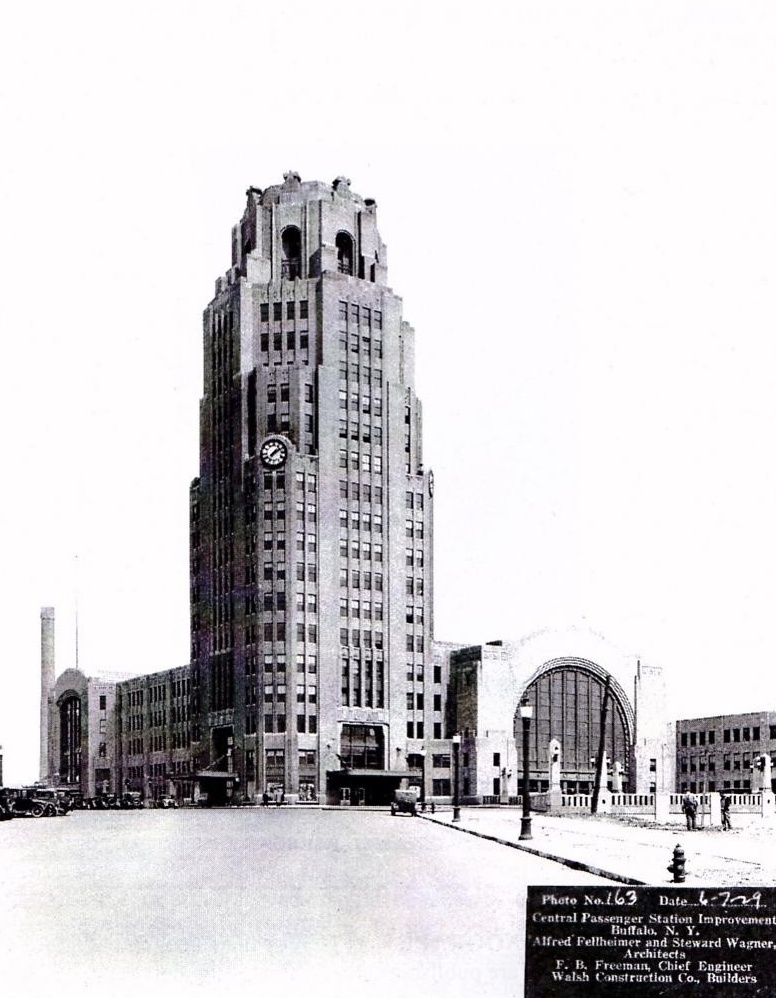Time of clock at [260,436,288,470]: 1:09
